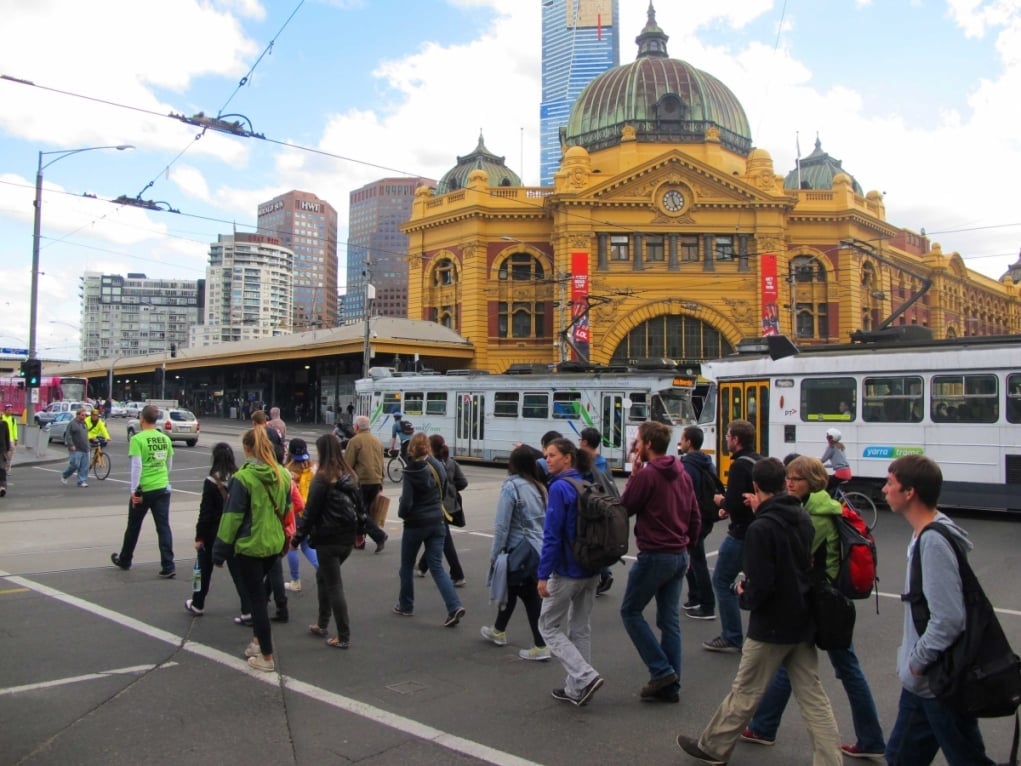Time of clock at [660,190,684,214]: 4:57
